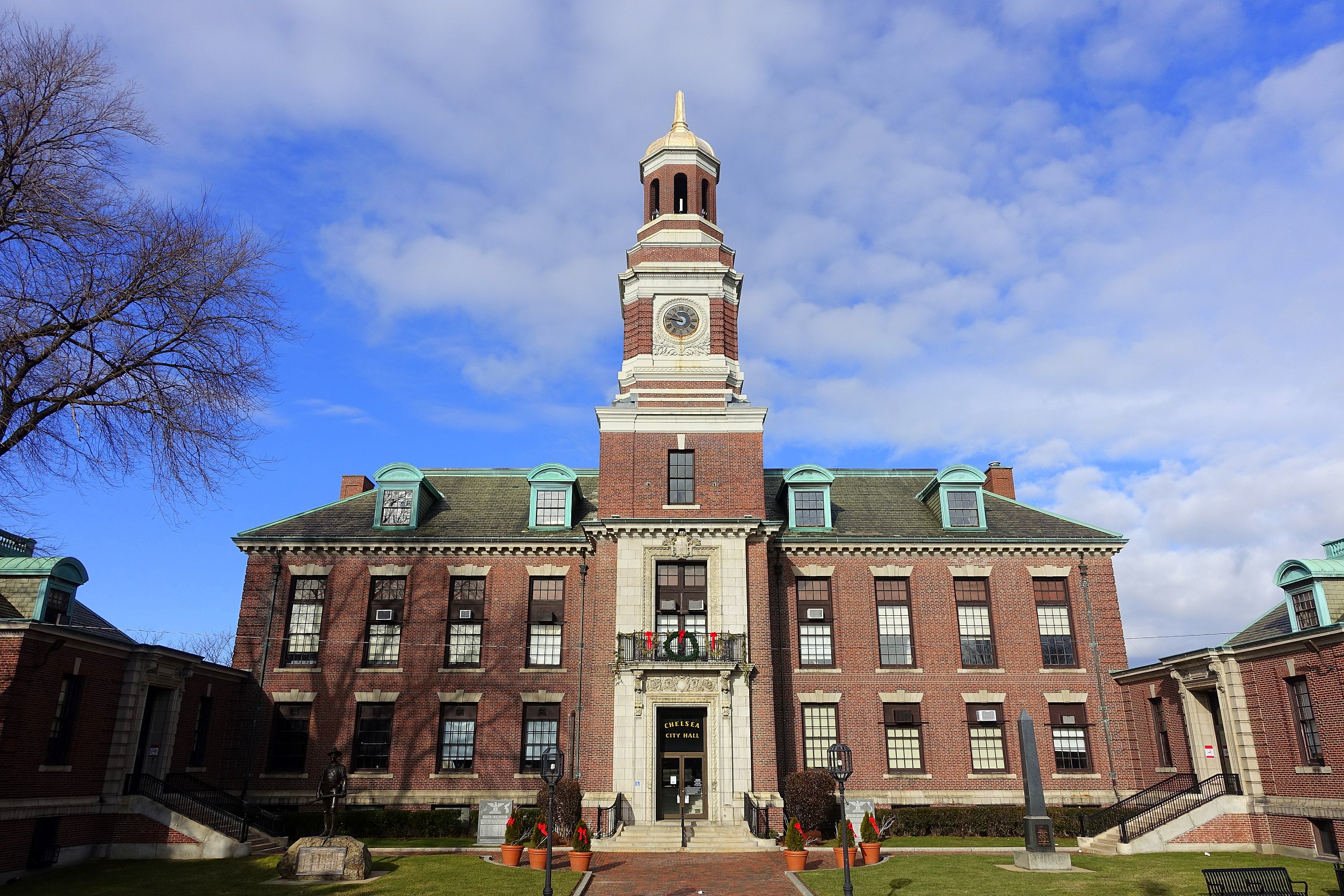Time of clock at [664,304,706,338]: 10:46
